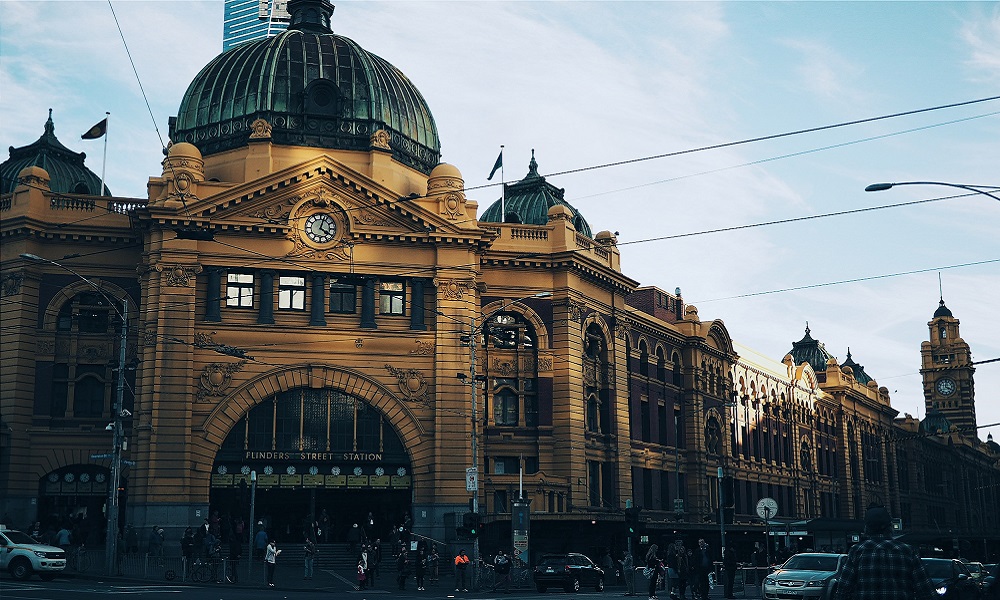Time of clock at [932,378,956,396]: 4:01
